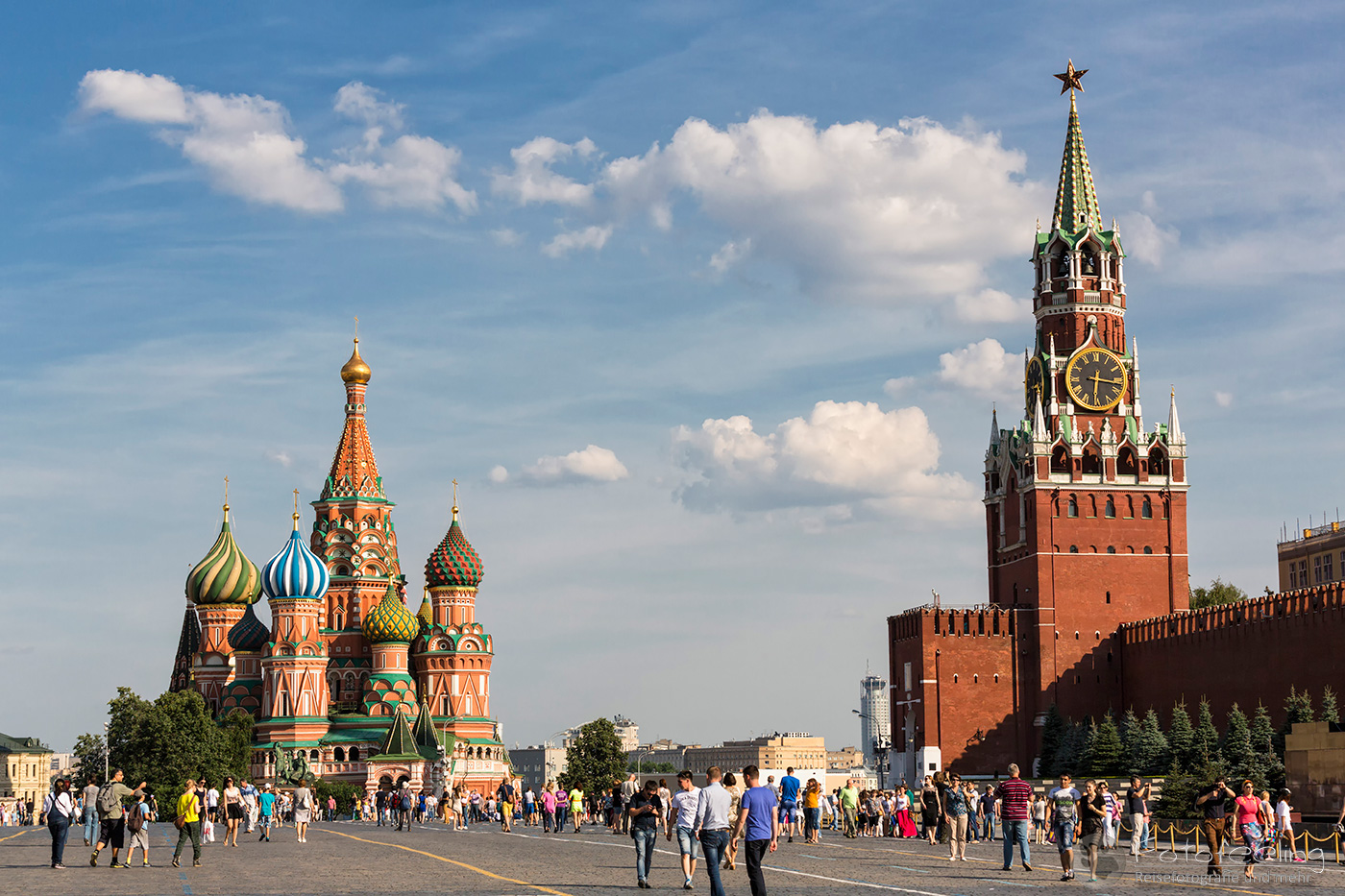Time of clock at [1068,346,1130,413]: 6:16
